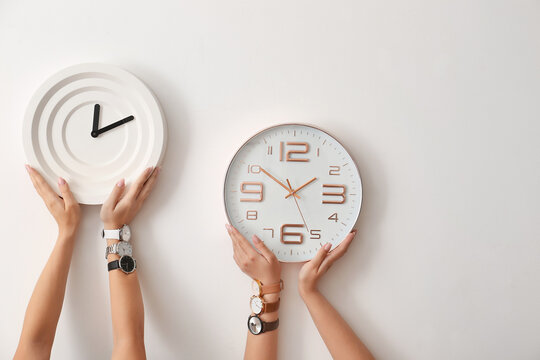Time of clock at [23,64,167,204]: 12:11
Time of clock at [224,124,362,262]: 1:50
